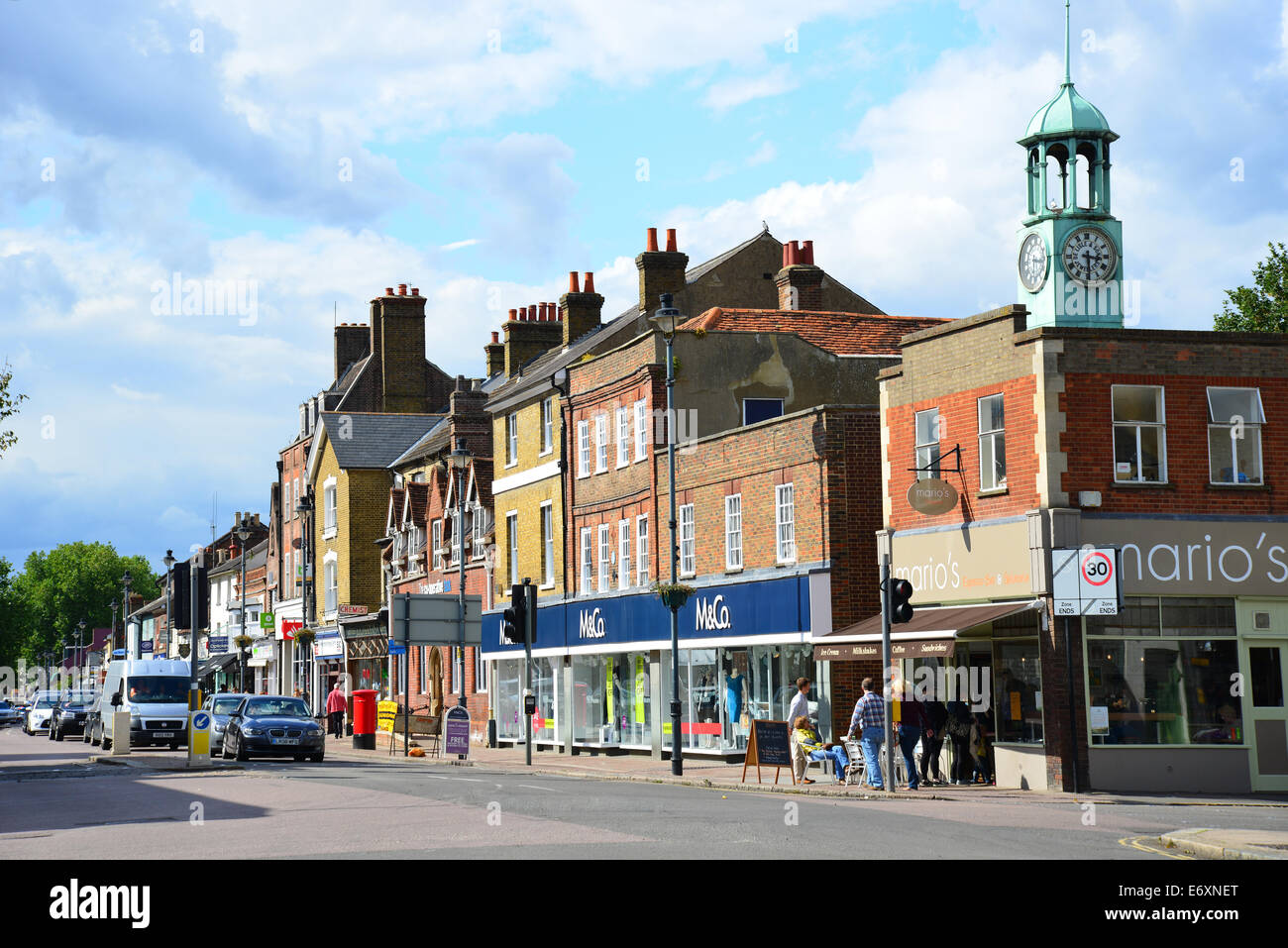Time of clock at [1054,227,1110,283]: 3:29
